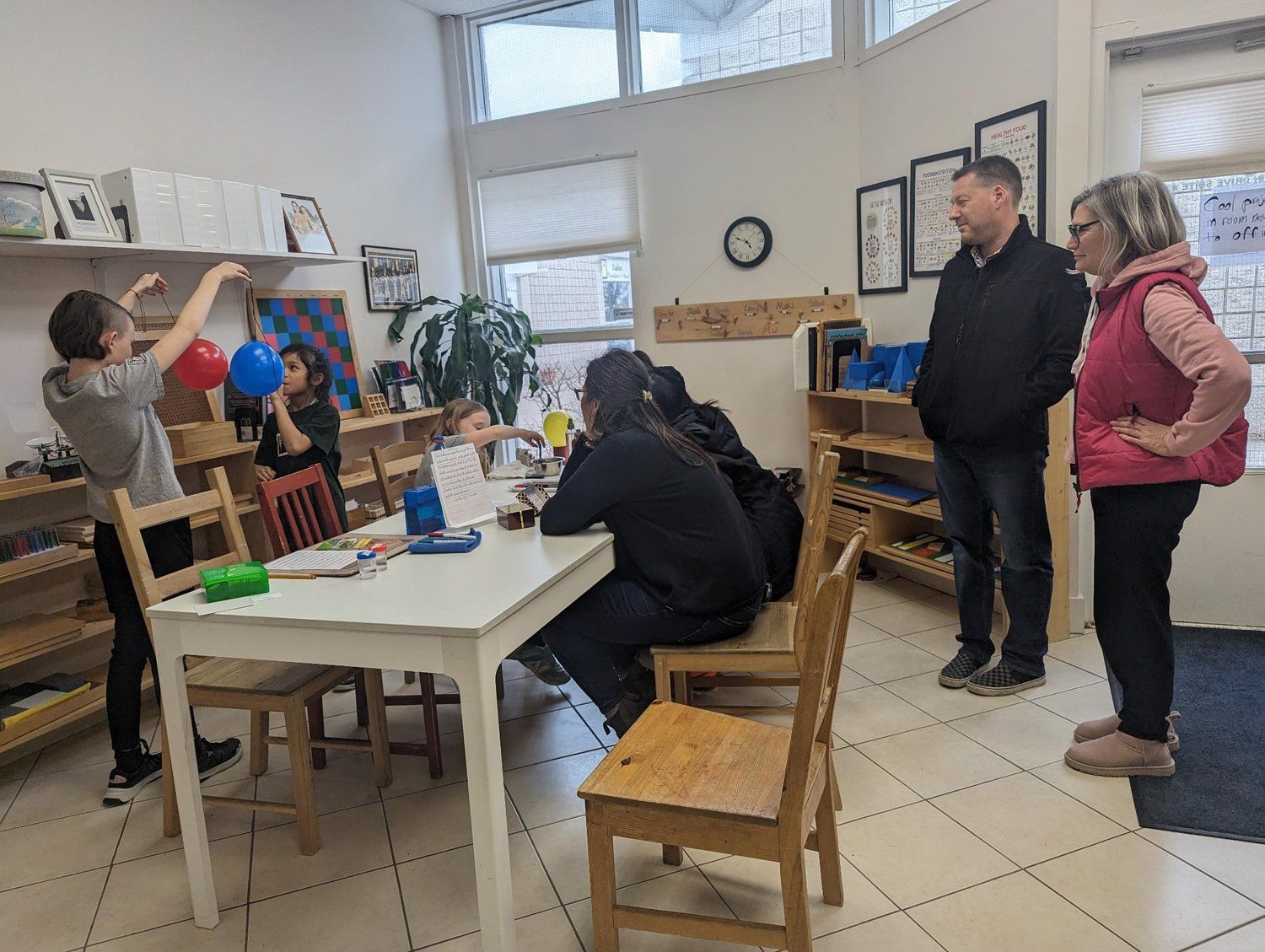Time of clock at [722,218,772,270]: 4:49
